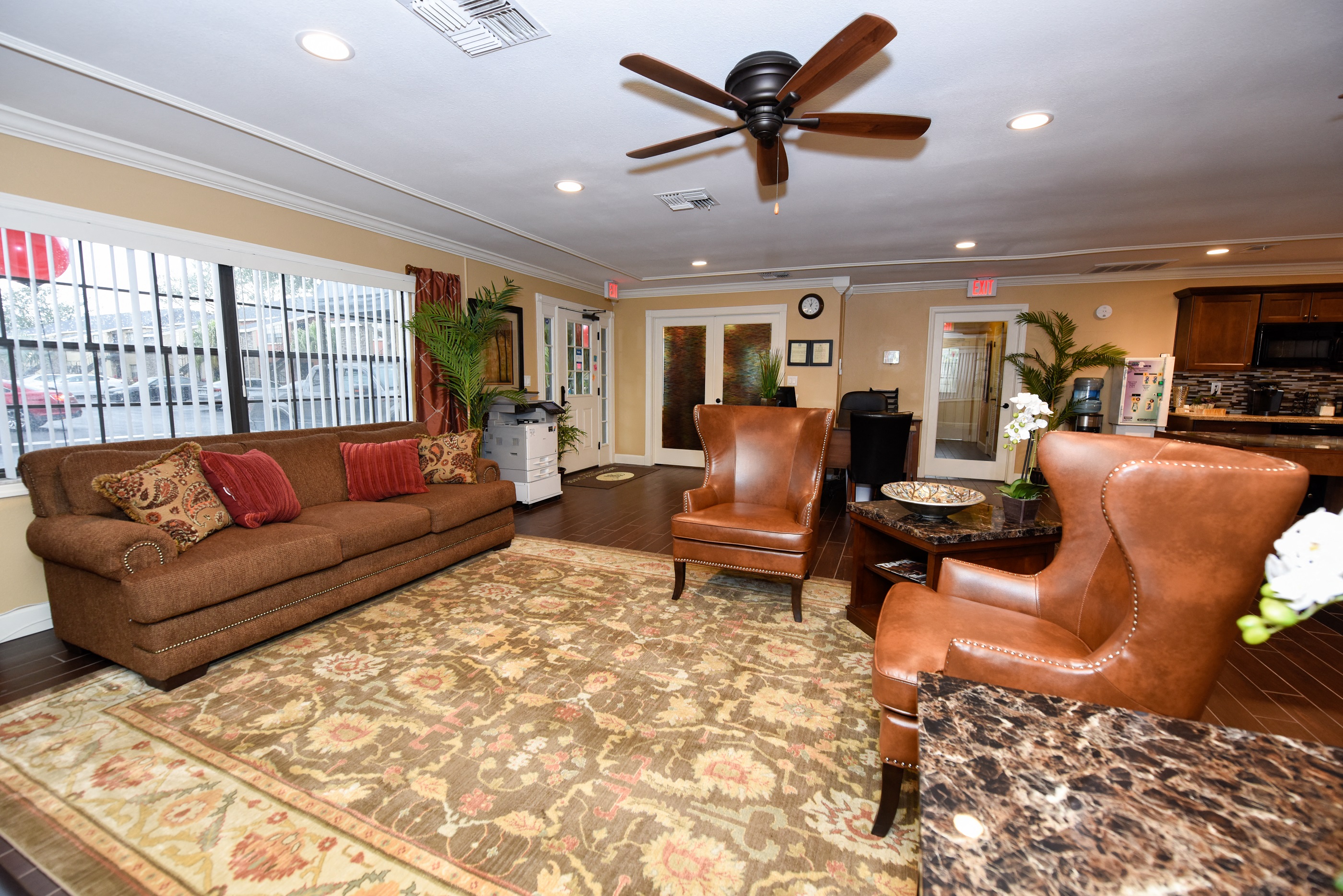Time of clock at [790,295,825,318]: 1:01
